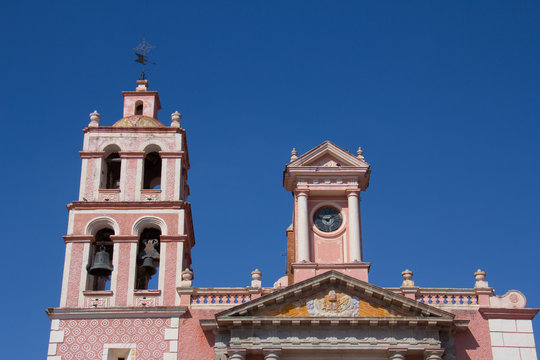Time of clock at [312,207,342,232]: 1:46
